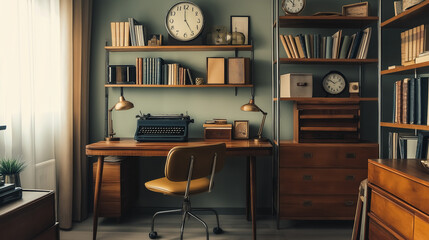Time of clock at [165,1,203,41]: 4:59
